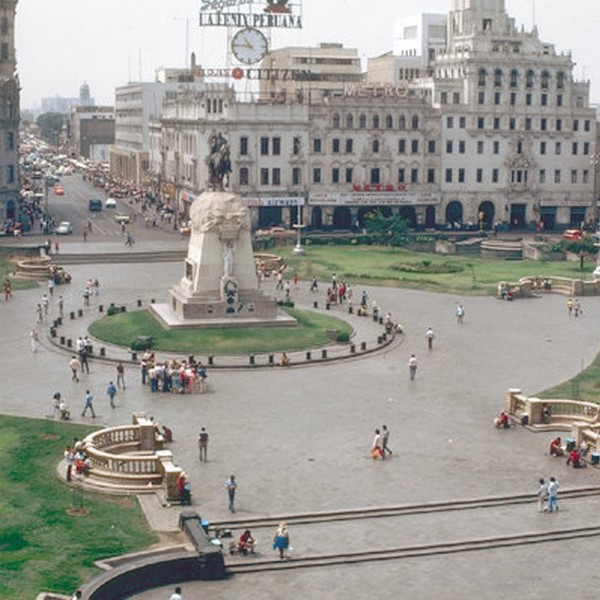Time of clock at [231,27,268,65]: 10:45
